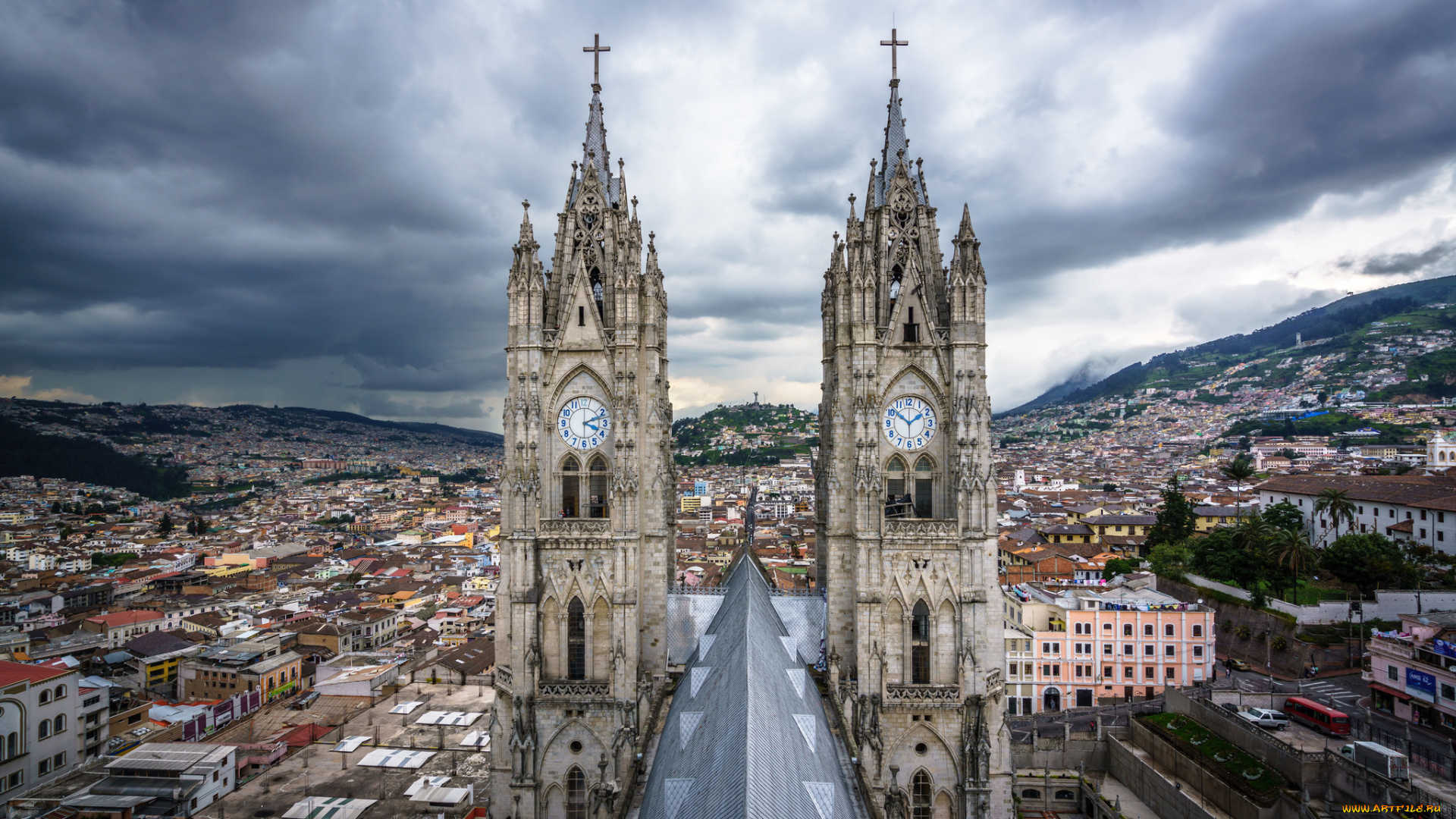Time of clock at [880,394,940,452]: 1:51
